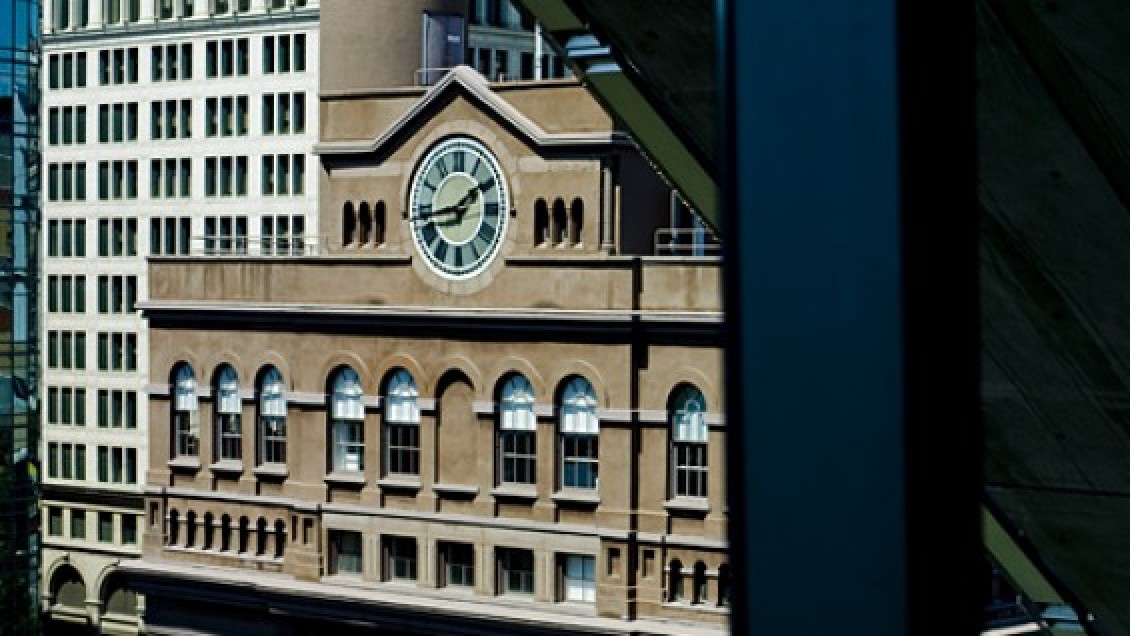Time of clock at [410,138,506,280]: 1:43
